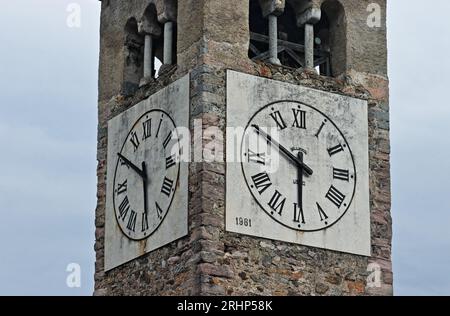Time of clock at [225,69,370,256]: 5:50
